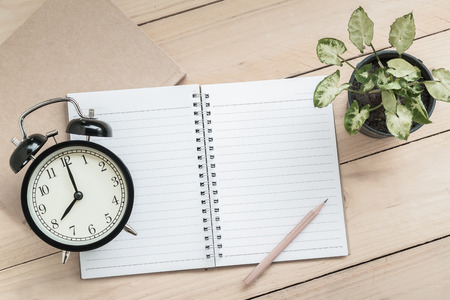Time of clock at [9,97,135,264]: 8:00
